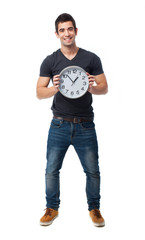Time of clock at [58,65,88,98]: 12:52
